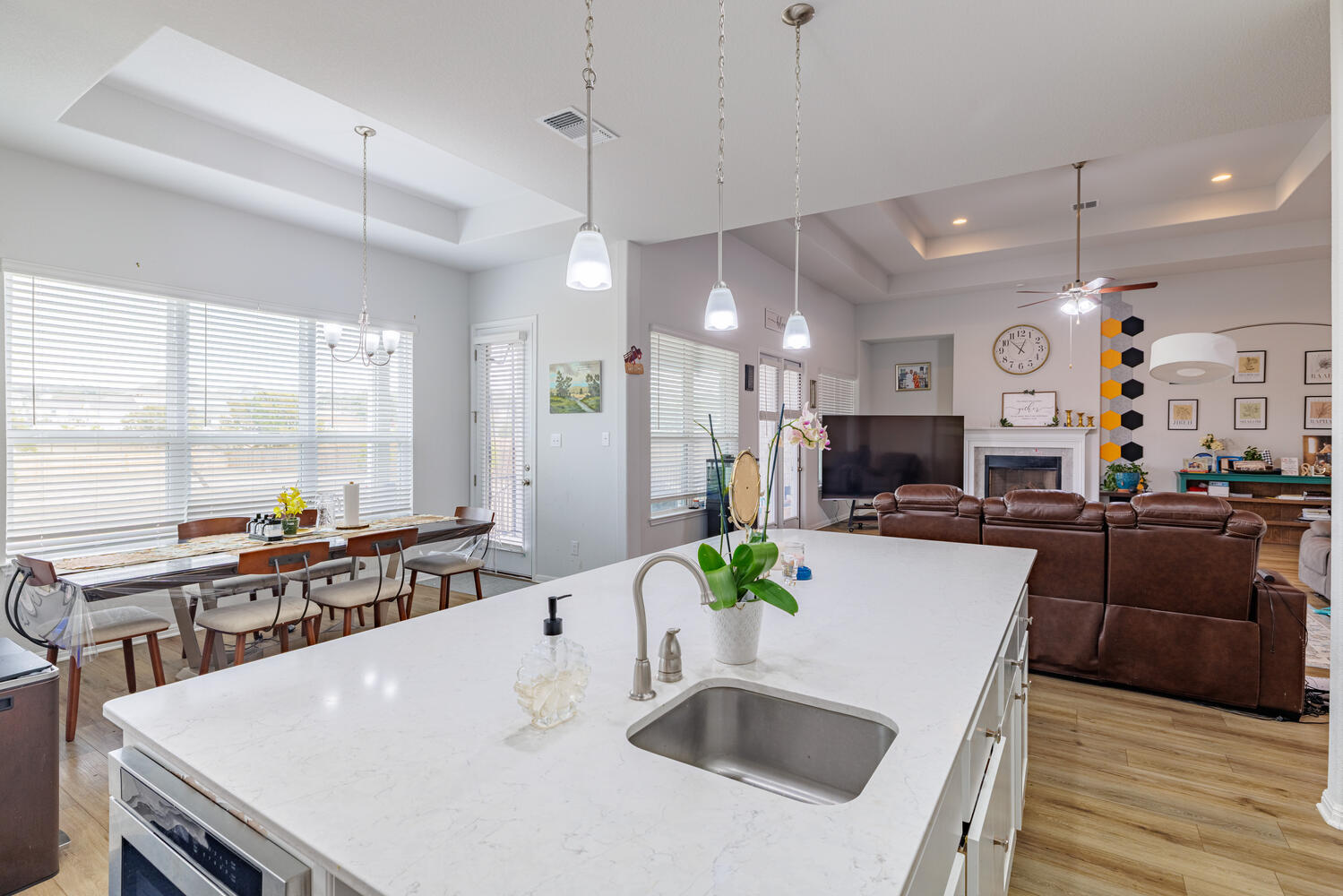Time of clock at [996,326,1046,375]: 12:52
